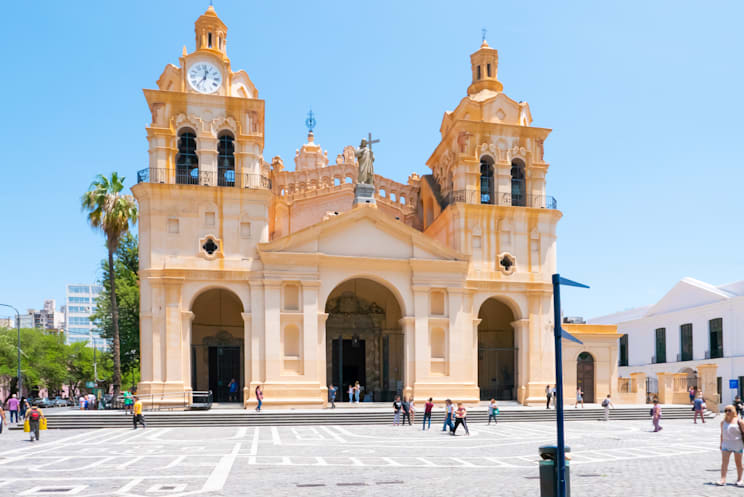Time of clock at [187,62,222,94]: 12:36
